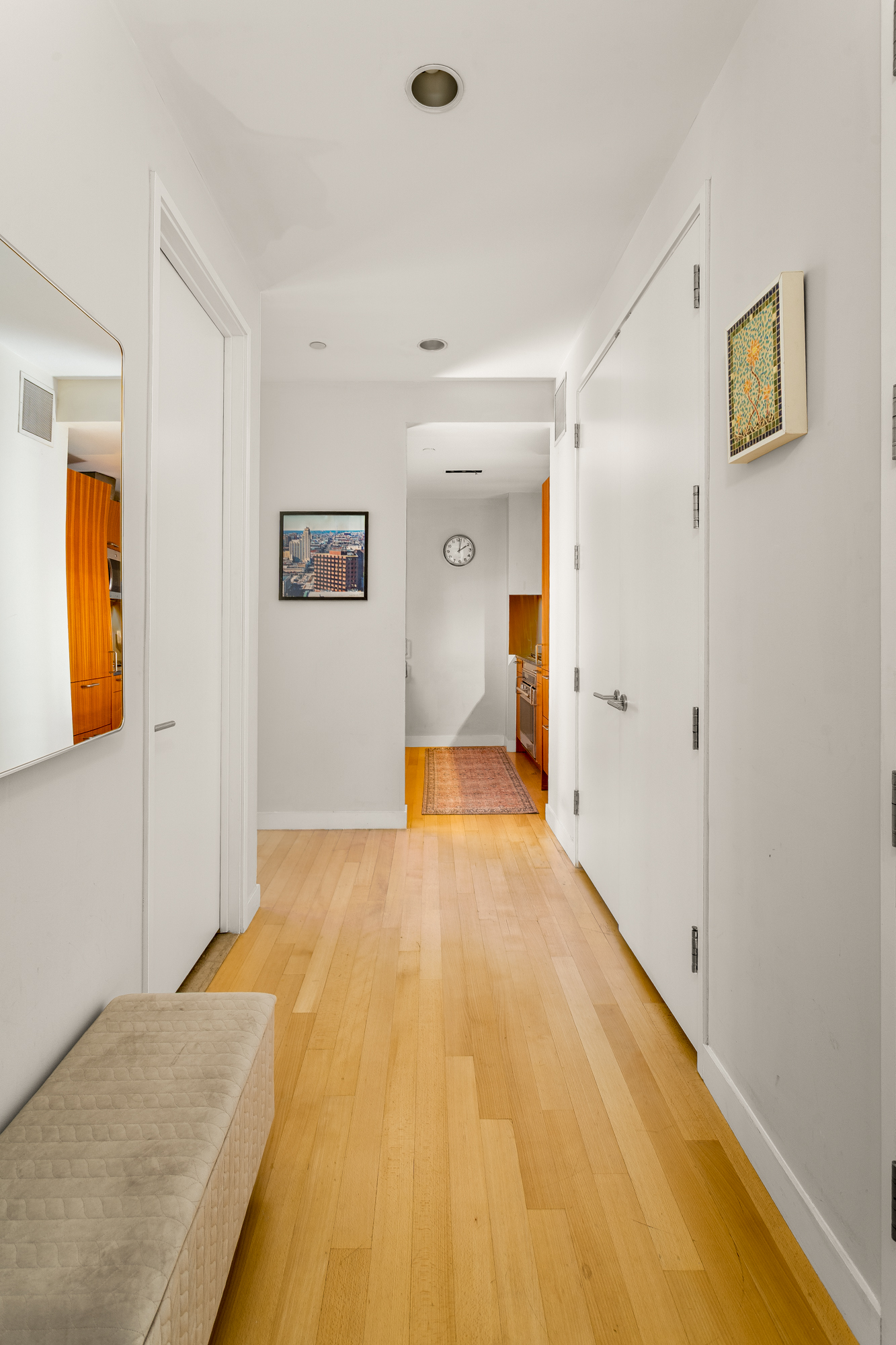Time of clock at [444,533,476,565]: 2:01
